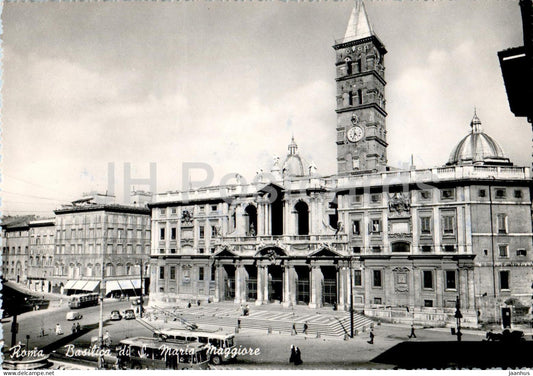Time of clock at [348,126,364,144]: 4:34
